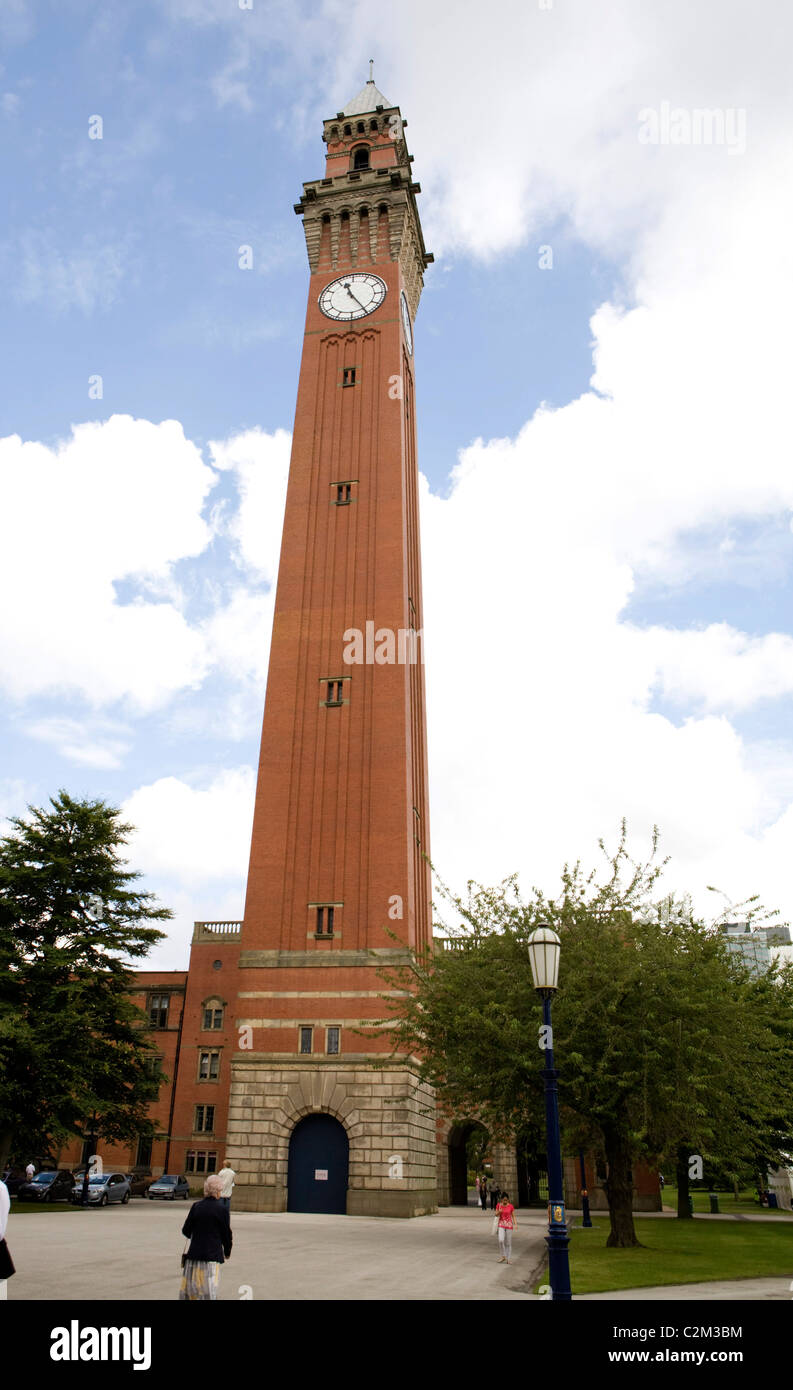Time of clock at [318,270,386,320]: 11:24
